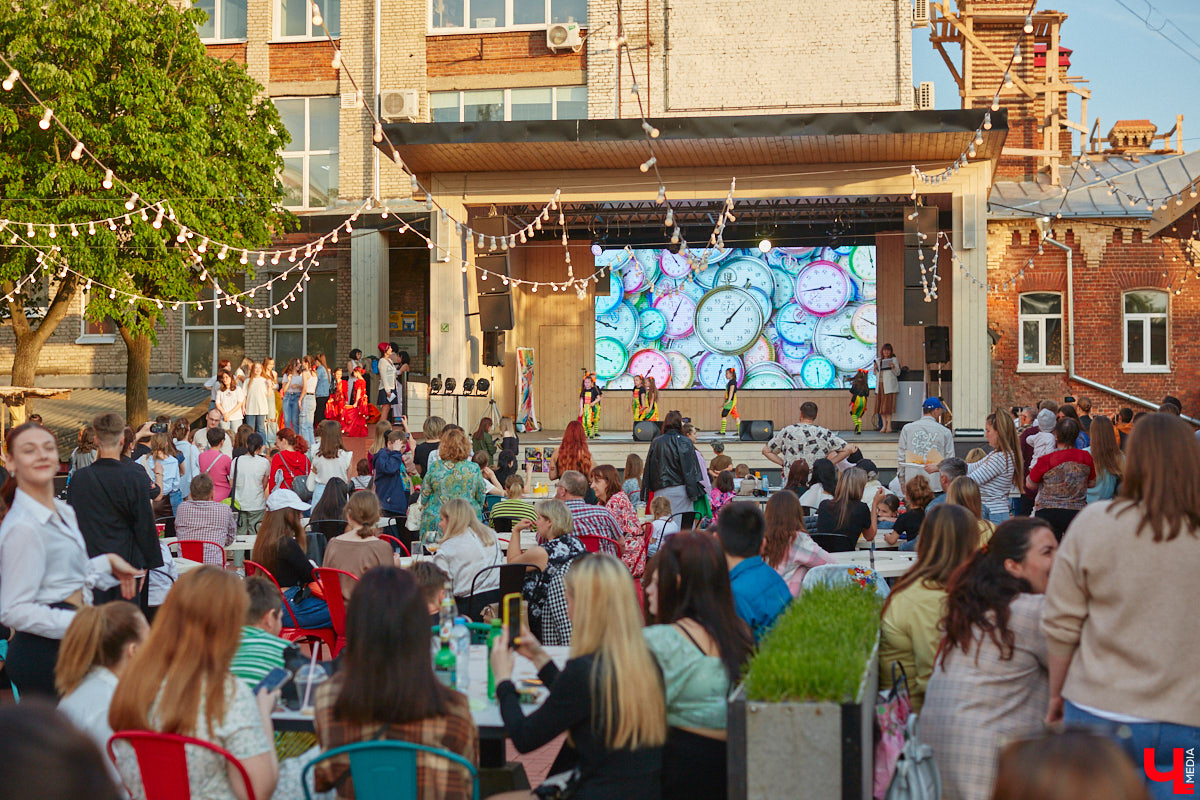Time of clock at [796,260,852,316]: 8:42
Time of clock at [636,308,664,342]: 7:39
